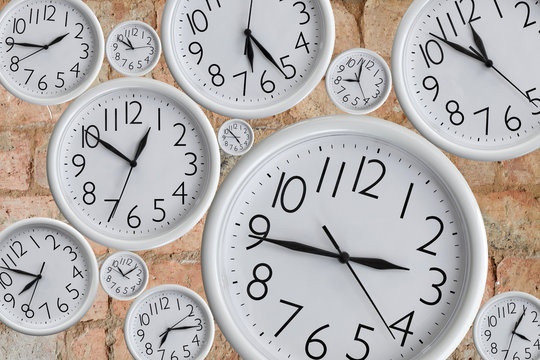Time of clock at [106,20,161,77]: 10:49
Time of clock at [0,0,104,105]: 1:45
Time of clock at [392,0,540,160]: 11:52
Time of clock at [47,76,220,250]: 12:50
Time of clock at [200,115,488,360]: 2:44
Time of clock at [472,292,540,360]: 4:05
